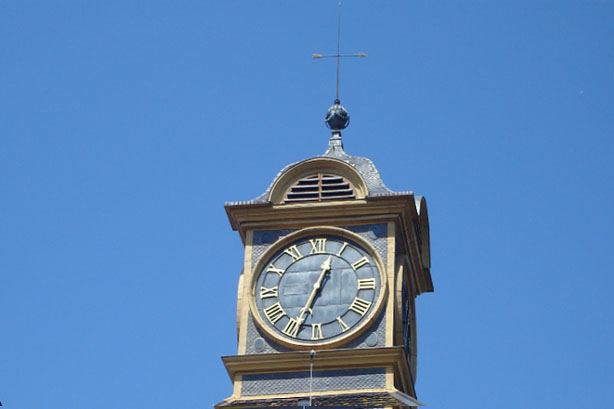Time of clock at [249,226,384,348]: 12:33
